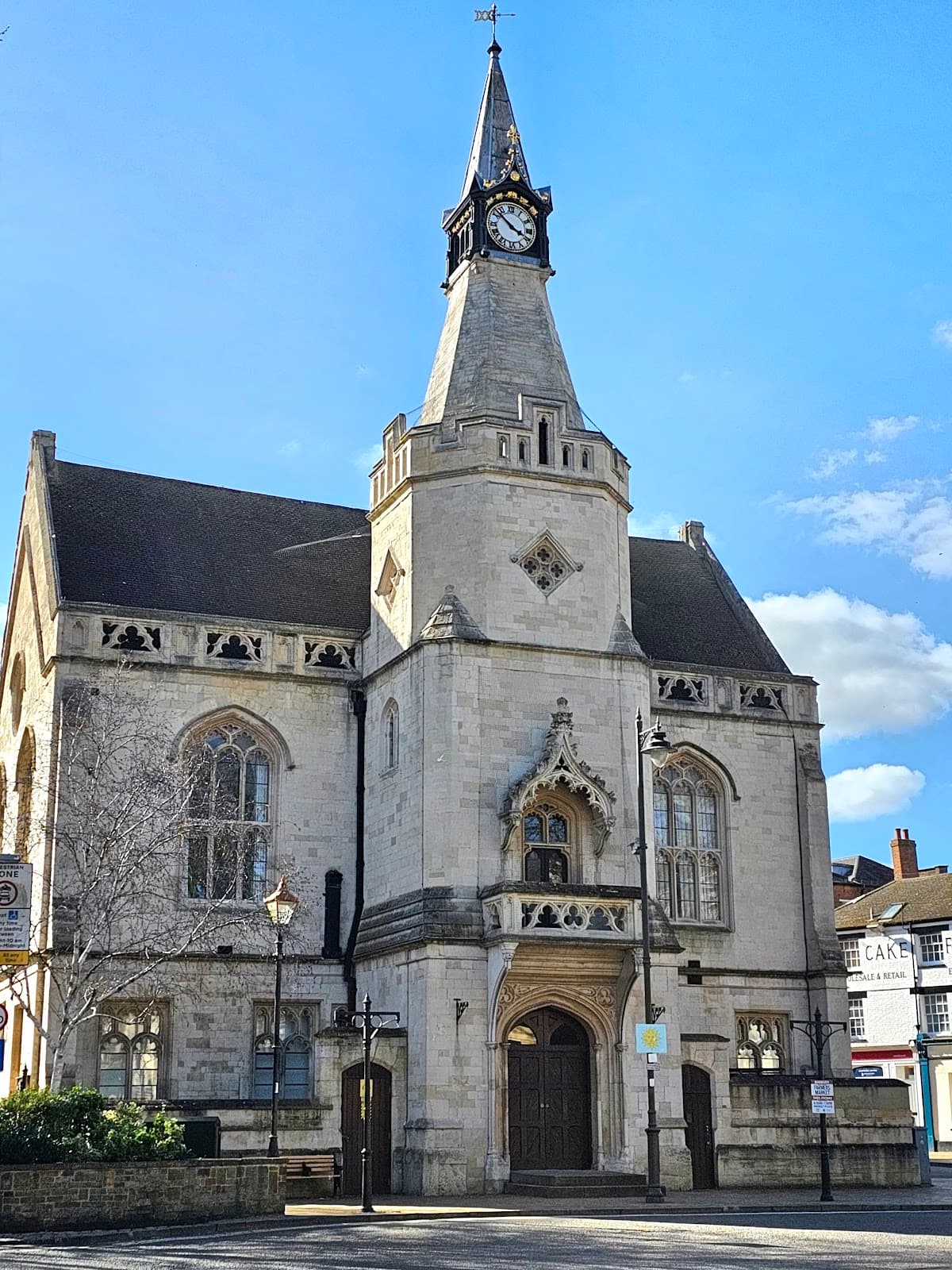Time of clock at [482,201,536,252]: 3:52
